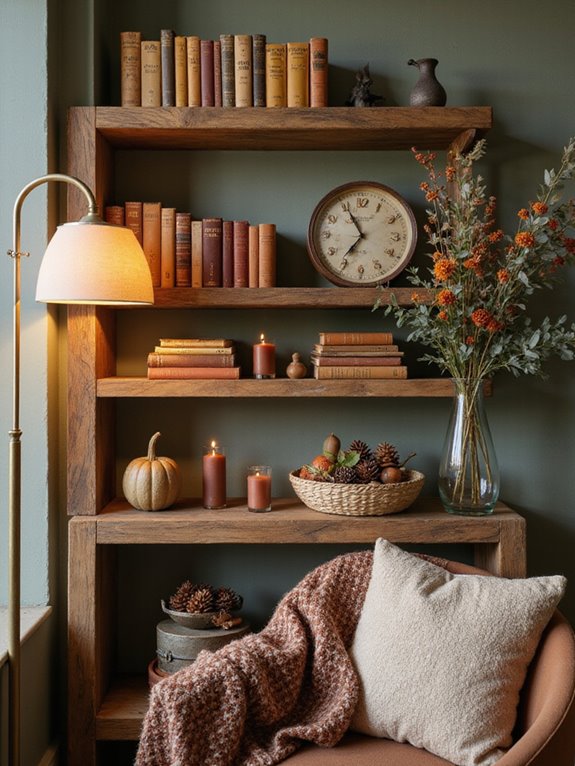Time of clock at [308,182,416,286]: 6:55
